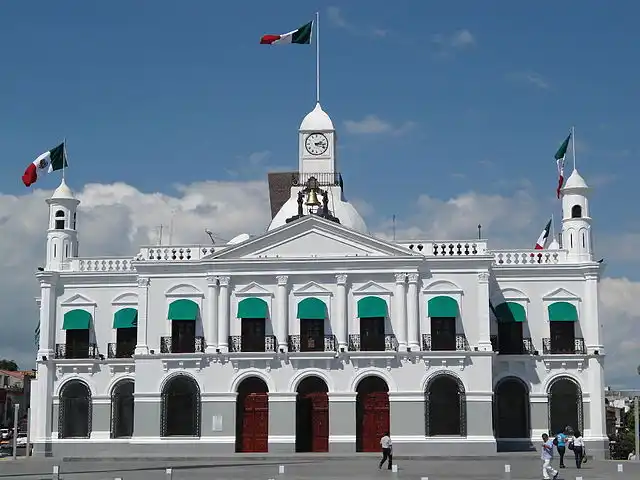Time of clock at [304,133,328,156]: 2:16
